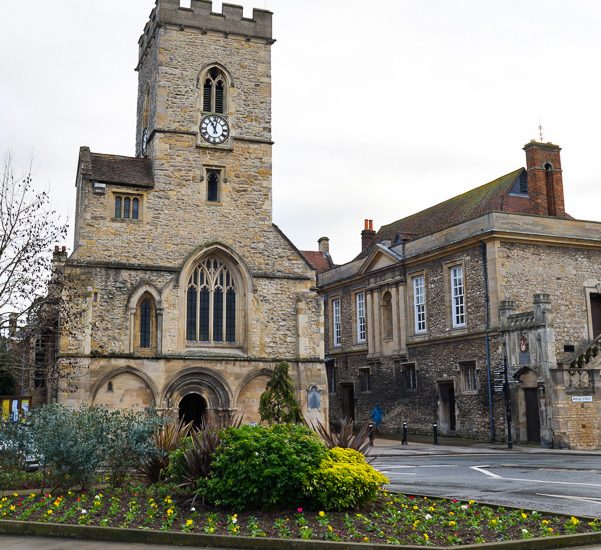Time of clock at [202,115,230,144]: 11:02
